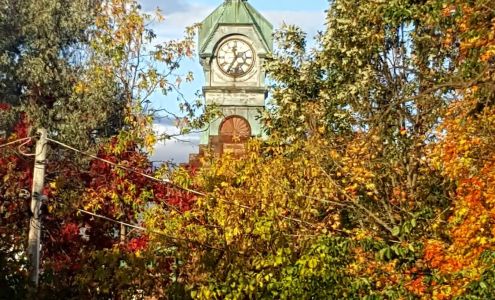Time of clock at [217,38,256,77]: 11:35
